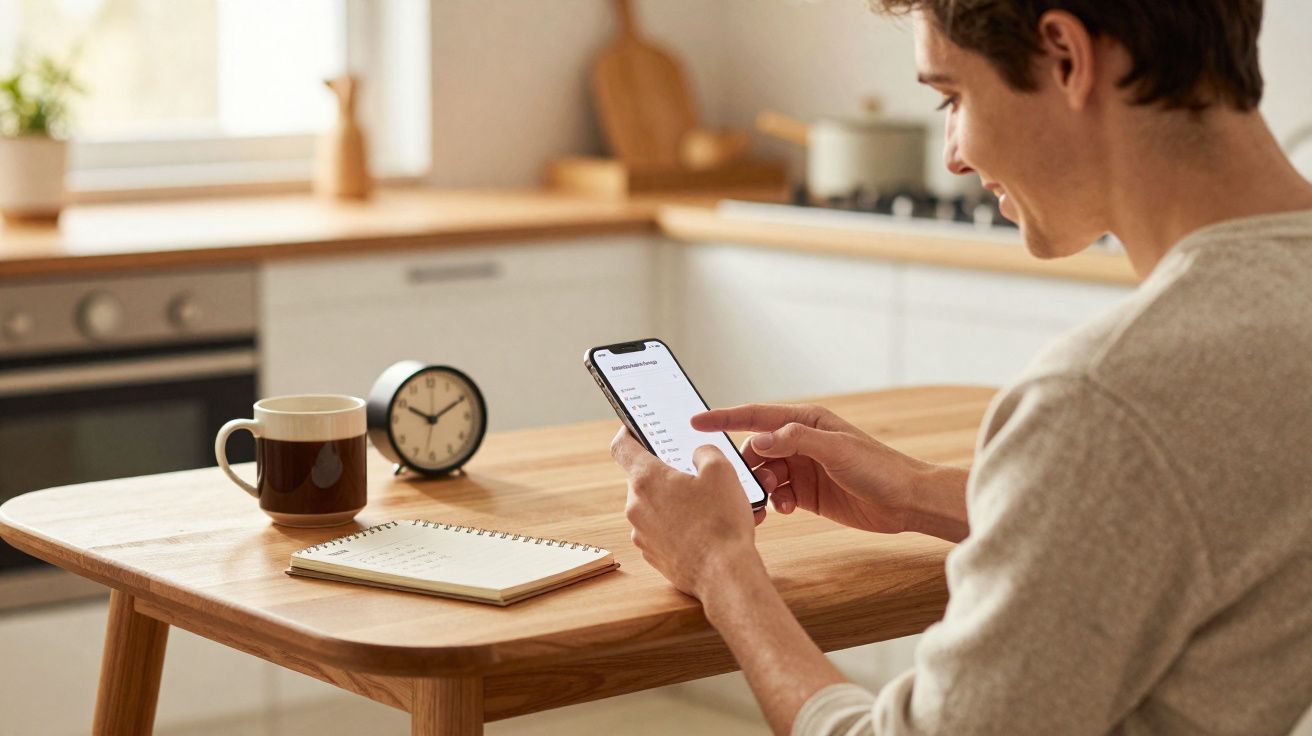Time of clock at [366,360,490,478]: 10:10
